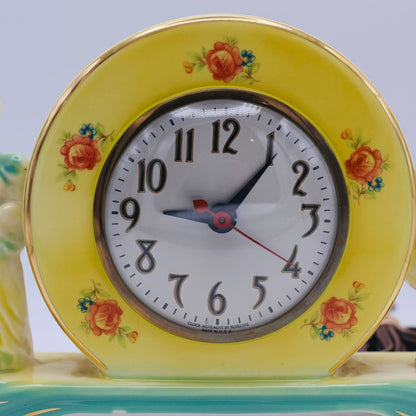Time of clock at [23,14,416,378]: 9:06
